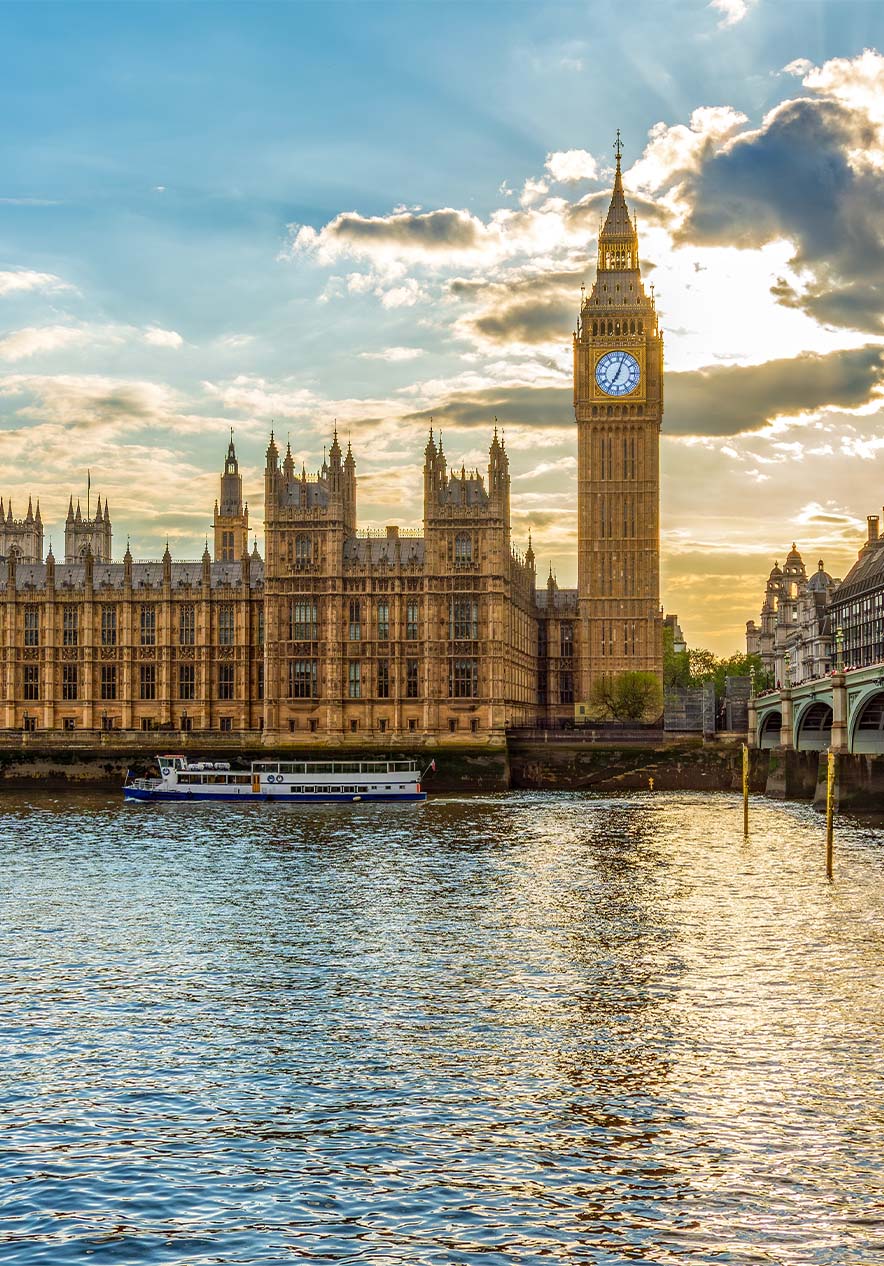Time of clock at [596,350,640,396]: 7:03
